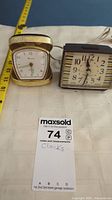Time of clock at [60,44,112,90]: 11:32
